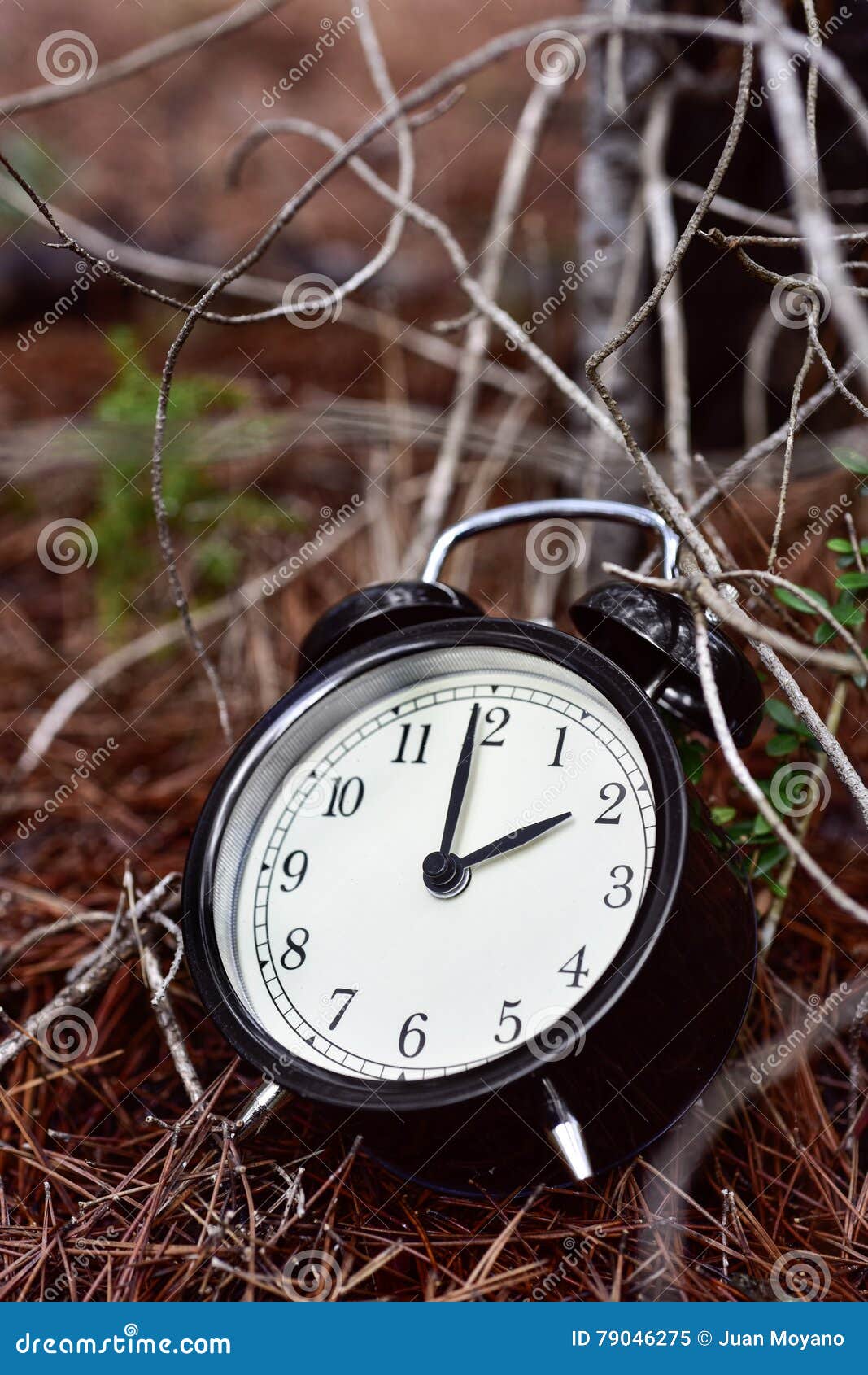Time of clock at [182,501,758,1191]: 1:59
